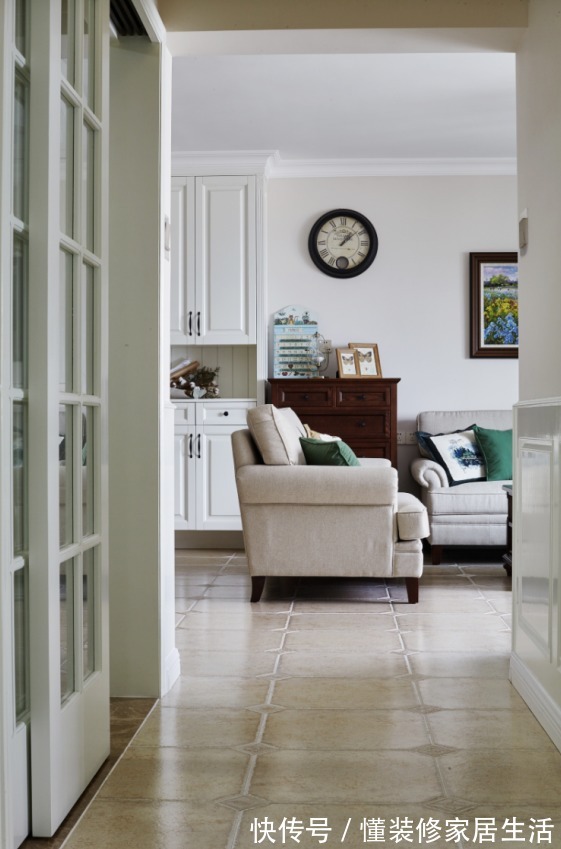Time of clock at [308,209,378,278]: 1:08
